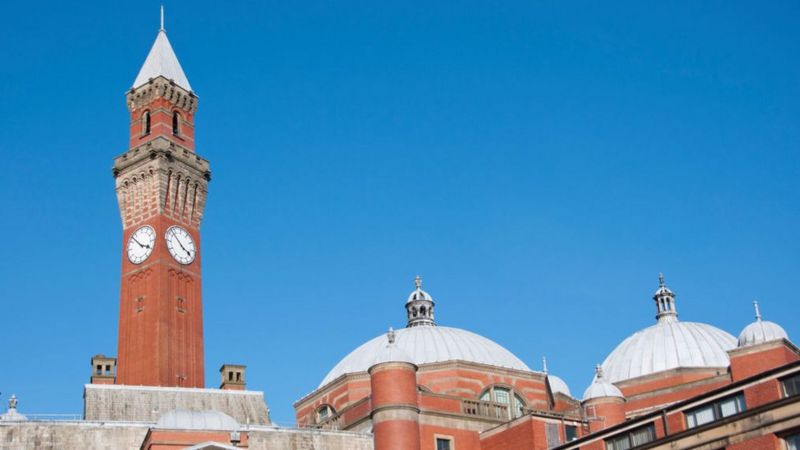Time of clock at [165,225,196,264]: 3:52
